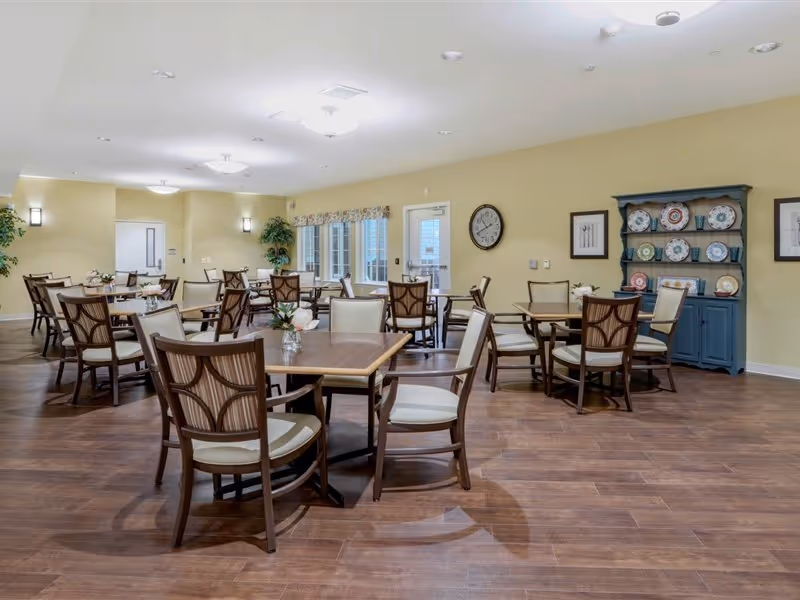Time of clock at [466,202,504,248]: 10:41
